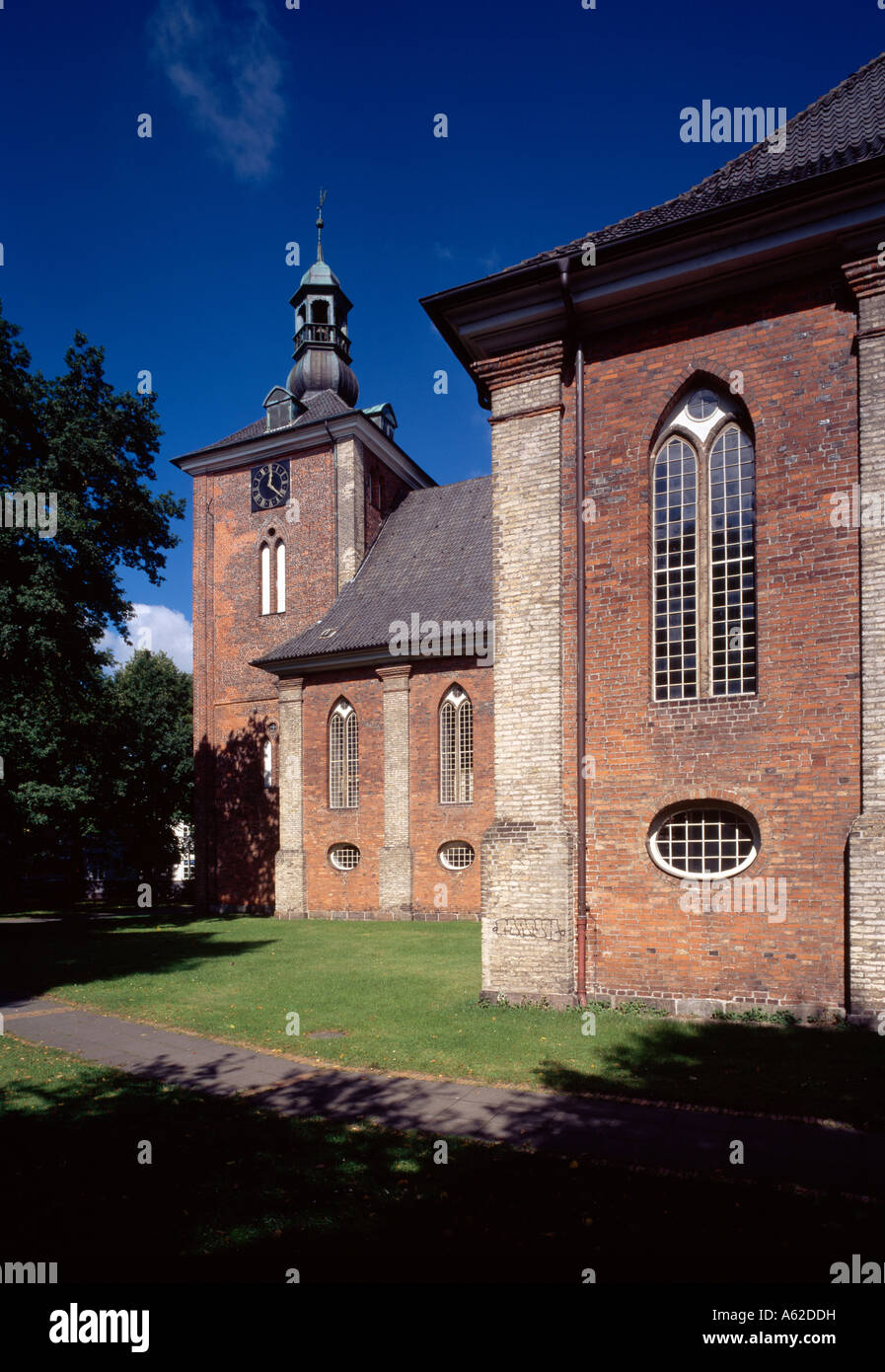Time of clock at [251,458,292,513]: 12:21
